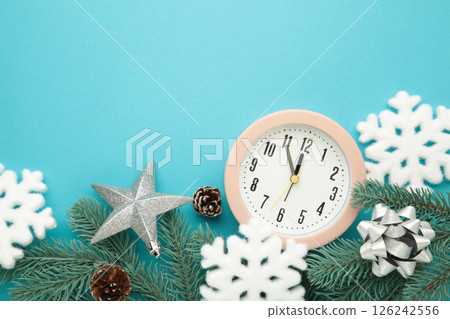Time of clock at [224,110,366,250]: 11:54
